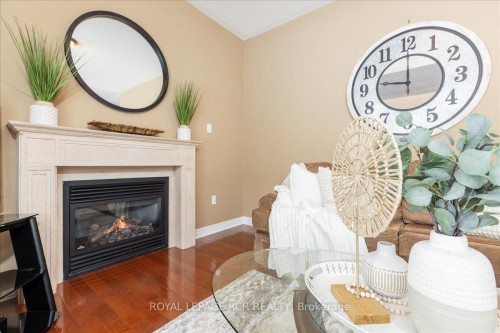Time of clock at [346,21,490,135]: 9:00
